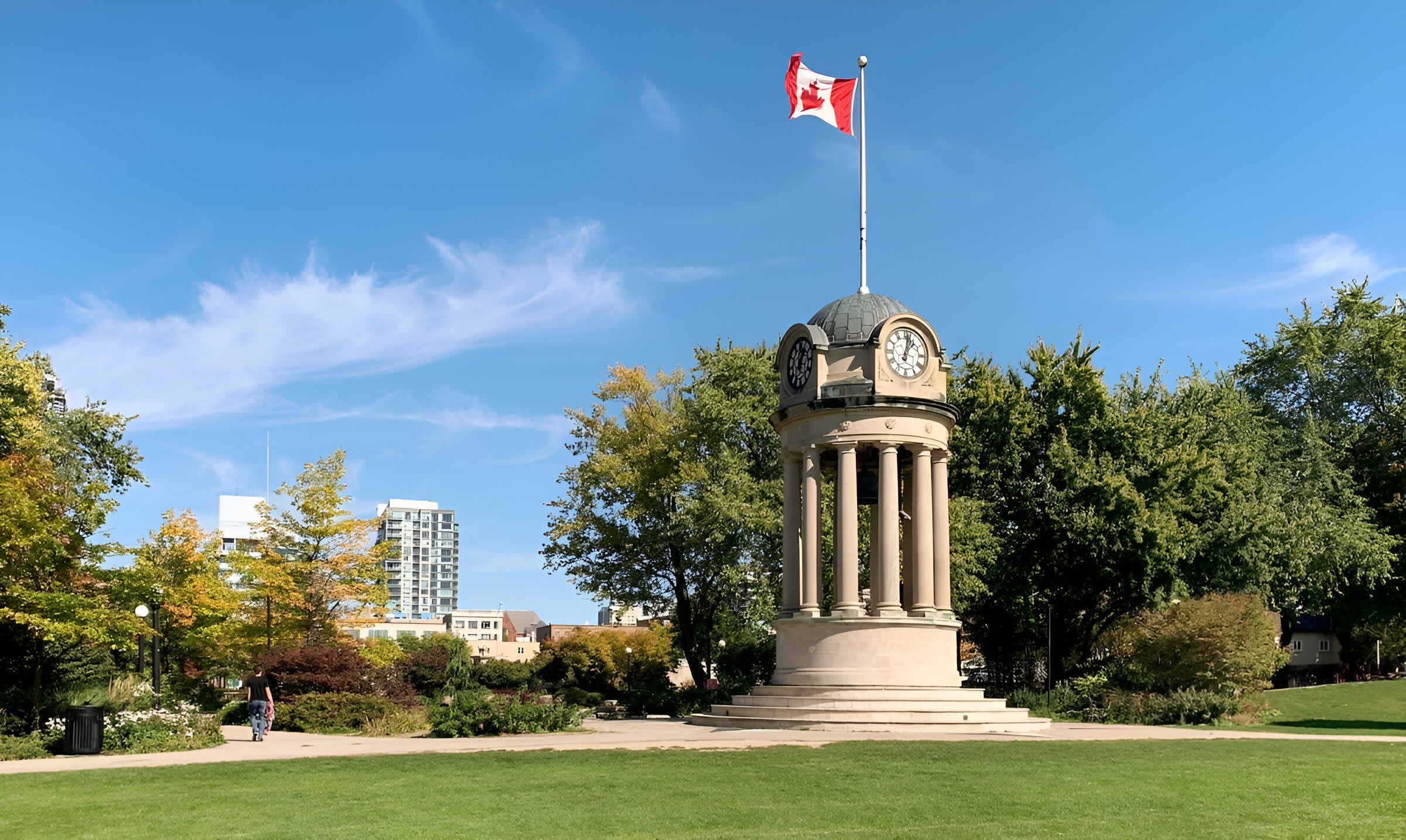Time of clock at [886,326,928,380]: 1:02
